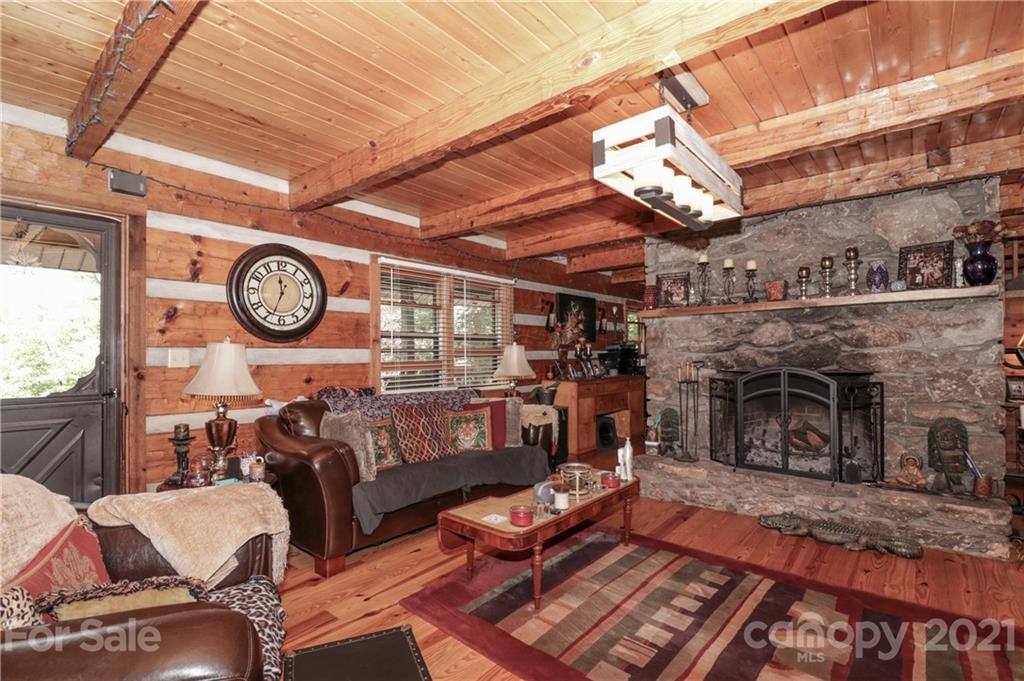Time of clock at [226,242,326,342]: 11:33
